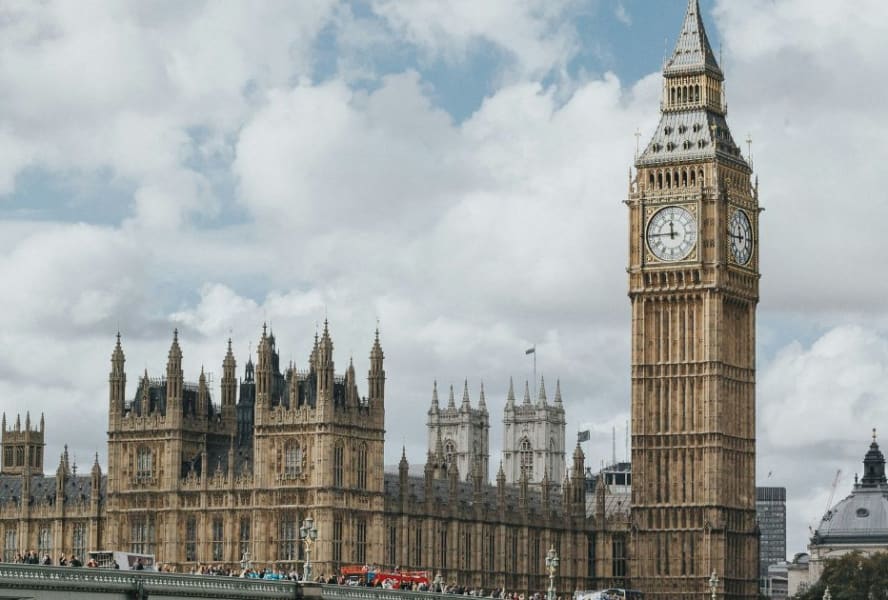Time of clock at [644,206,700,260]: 11:45
